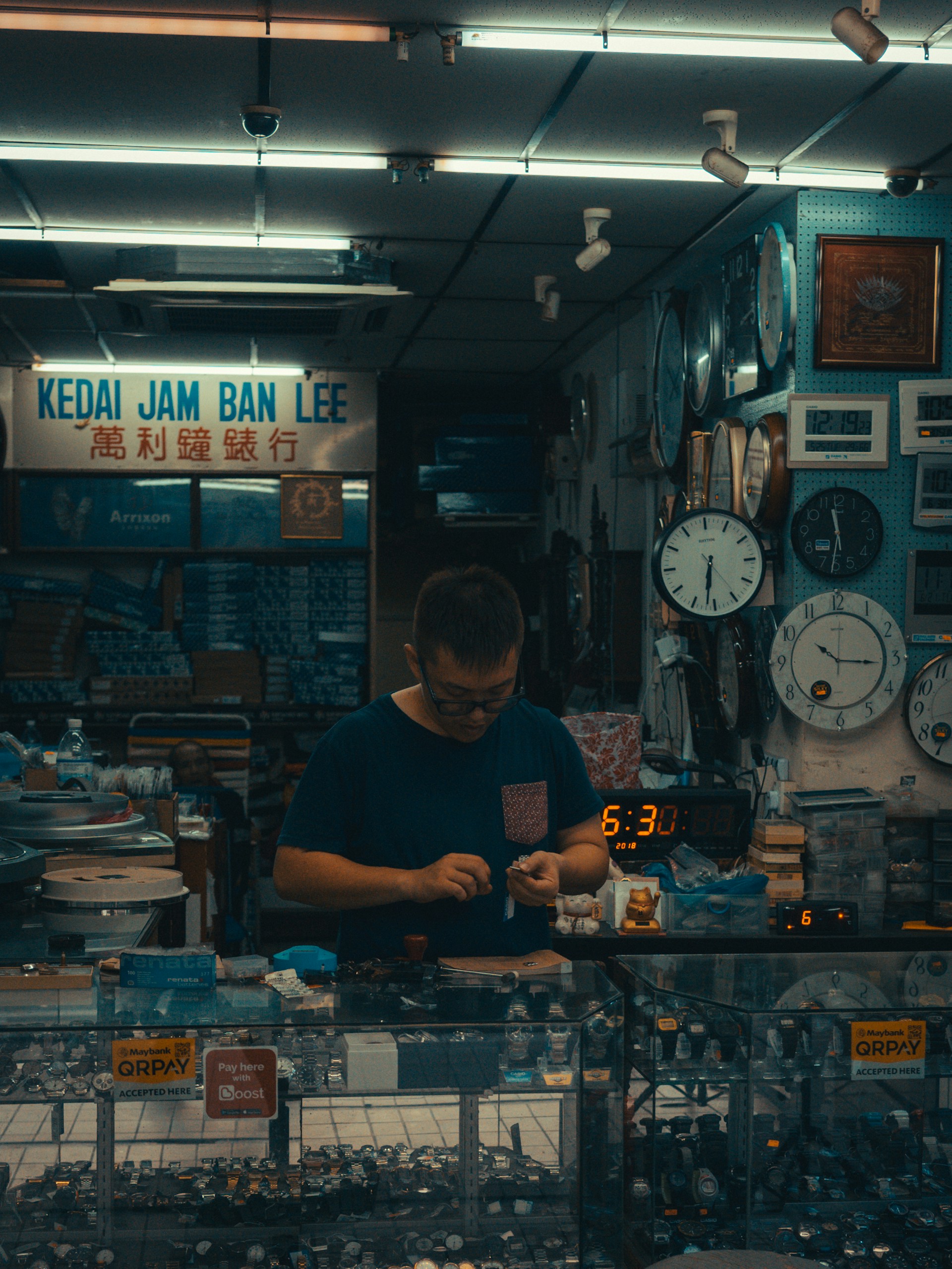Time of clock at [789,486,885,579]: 11:31
